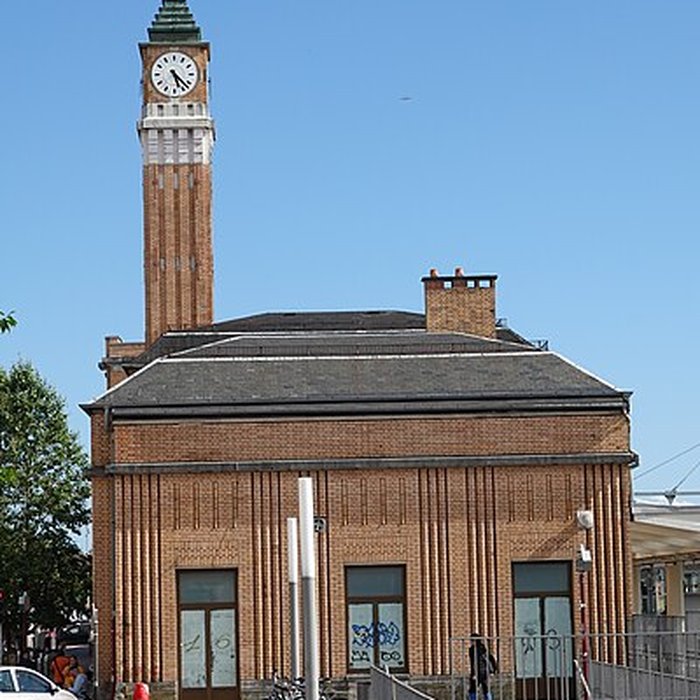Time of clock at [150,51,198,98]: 5:22
